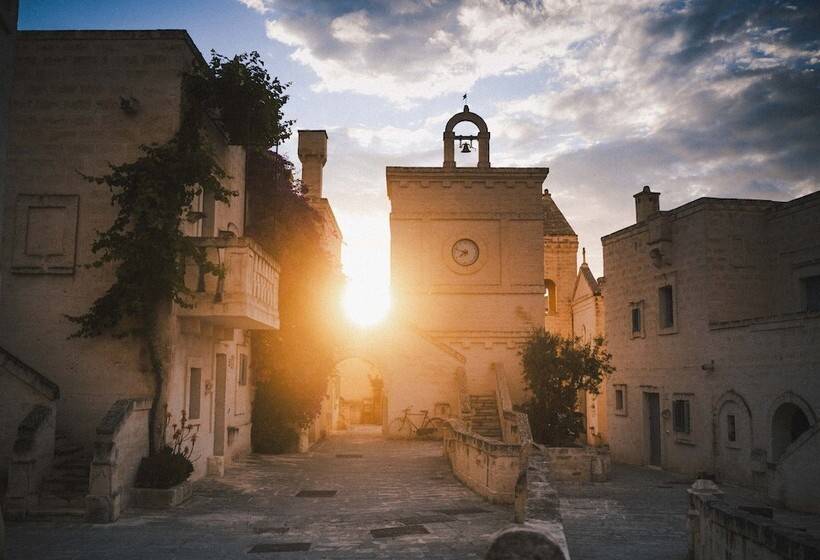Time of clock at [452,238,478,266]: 7:48
